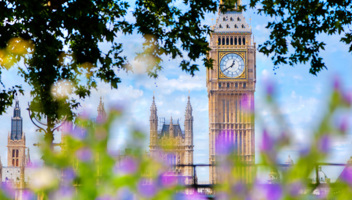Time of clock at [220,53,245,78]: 12:39
